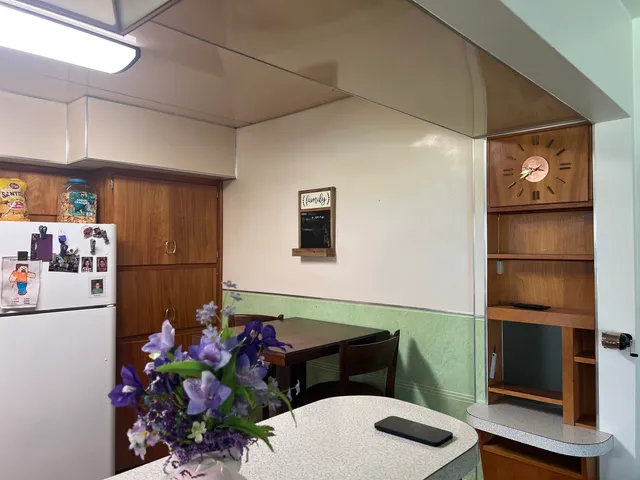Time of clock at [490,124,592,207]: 8:39
